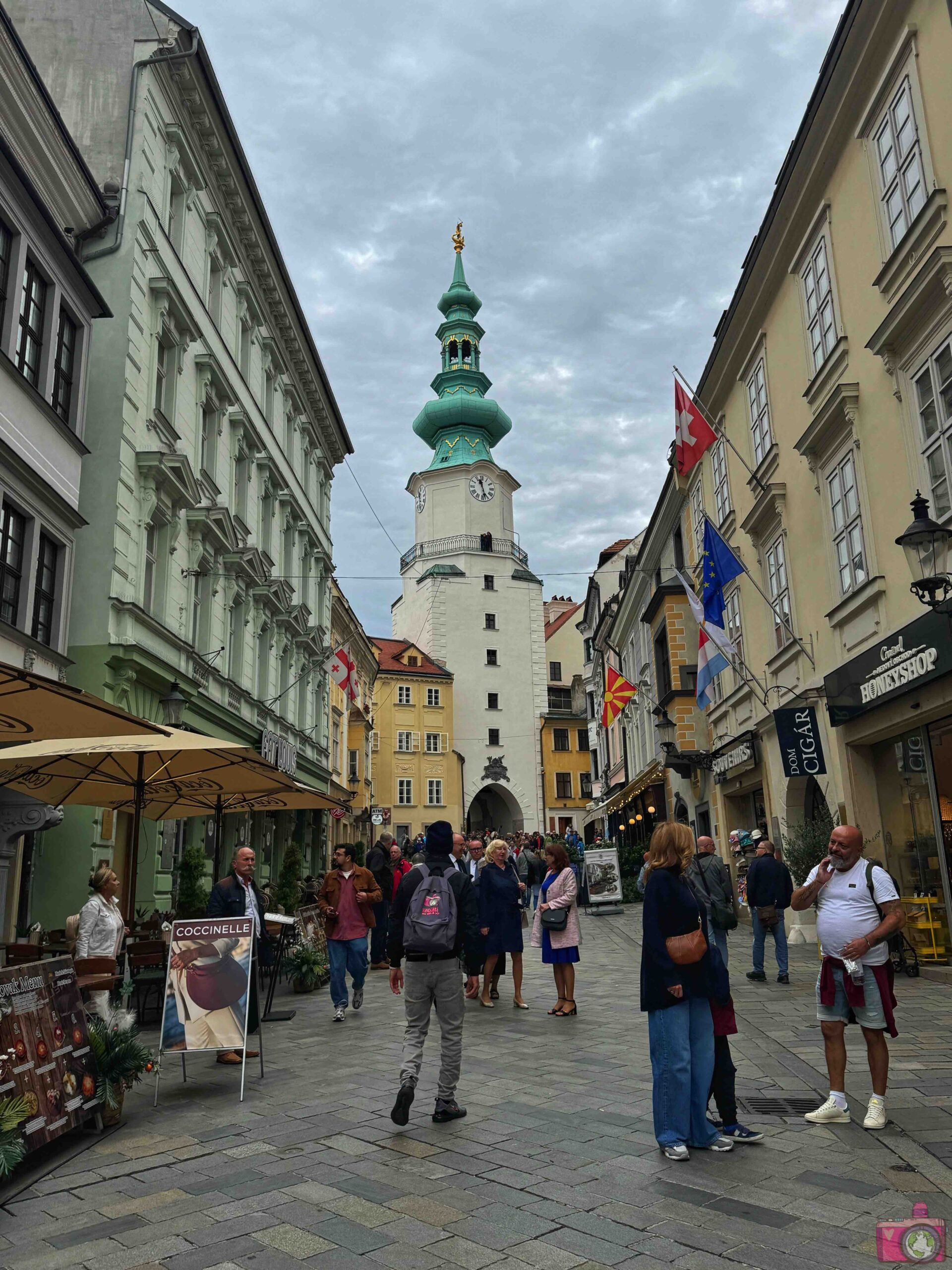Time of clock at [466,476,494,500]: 11:27
